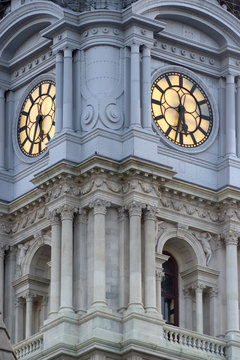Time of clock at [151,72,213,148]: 5:31
